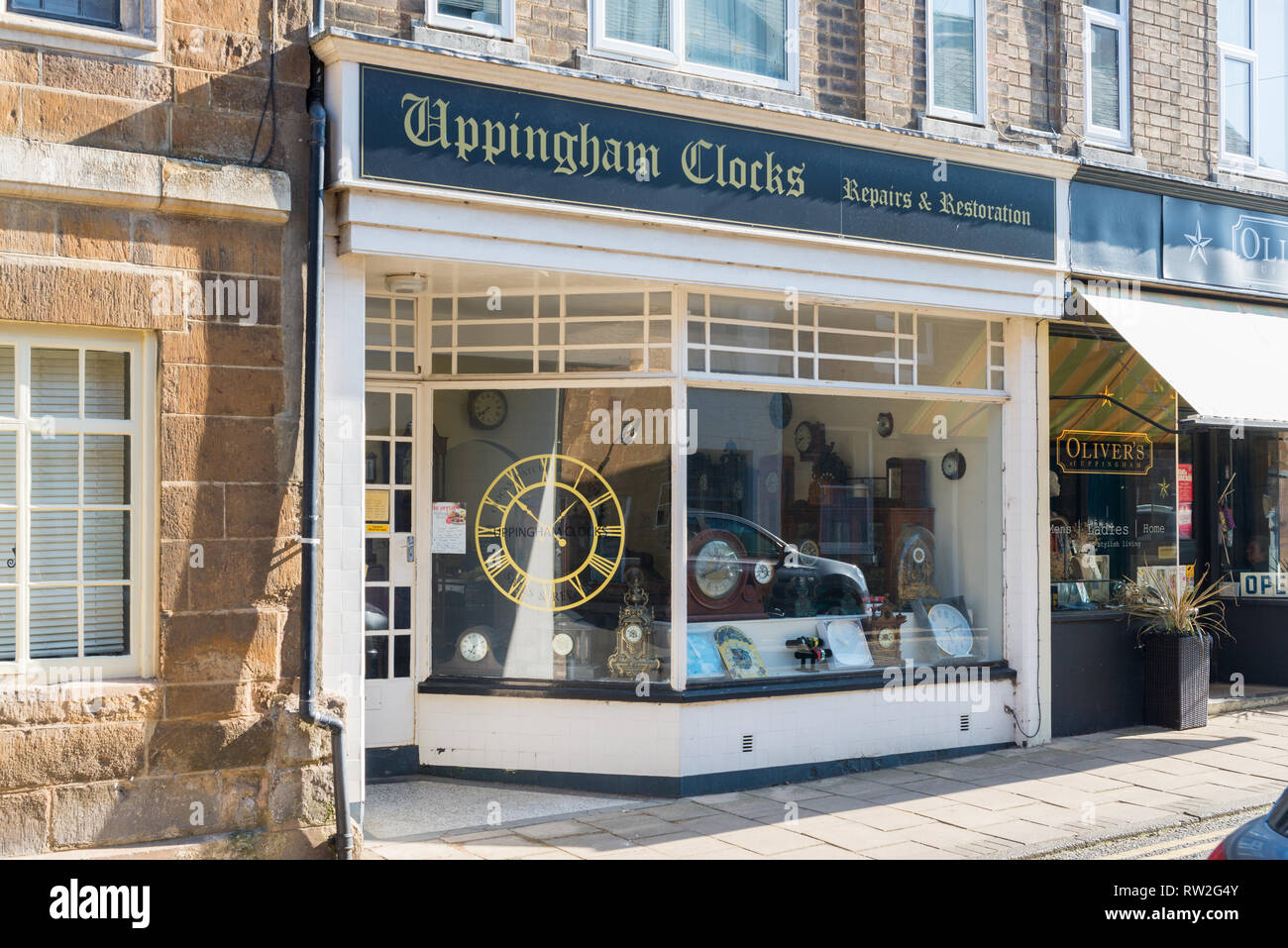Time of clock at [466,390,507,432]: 7:39
